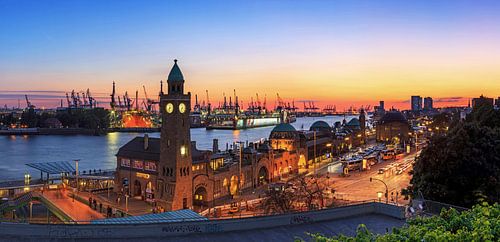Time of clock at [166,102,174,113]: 7:32
